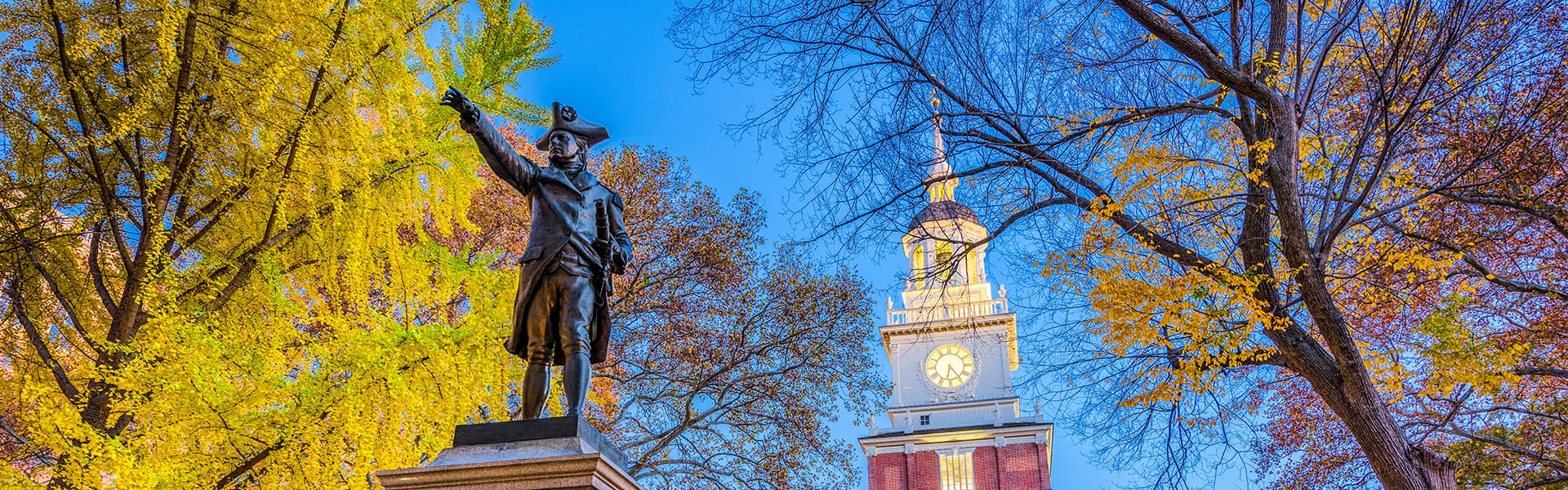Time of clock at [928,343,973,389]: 6:24
